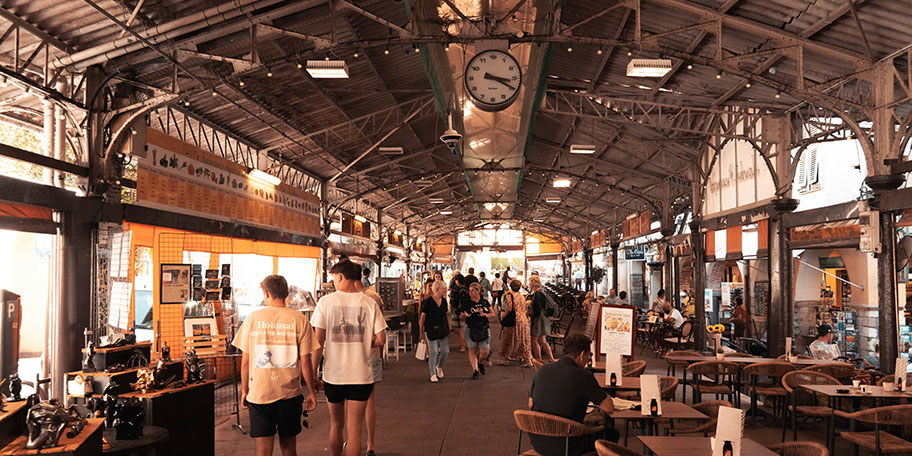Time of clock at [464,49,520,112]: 3:19
